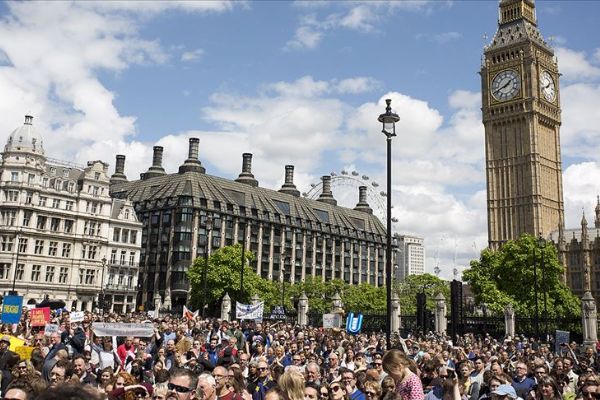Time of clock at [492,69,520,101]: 1:41
